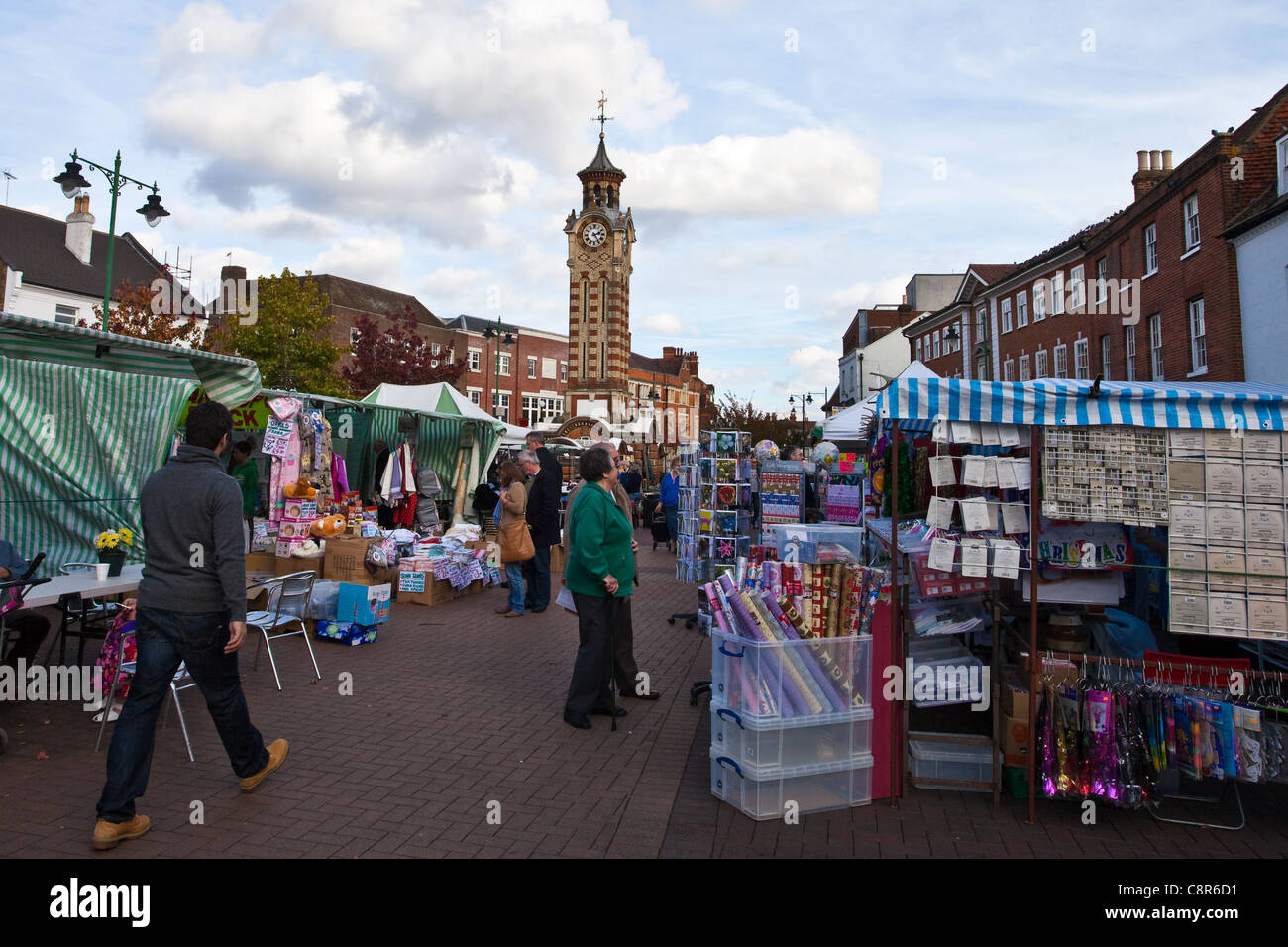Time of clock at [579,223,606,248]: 2:24
